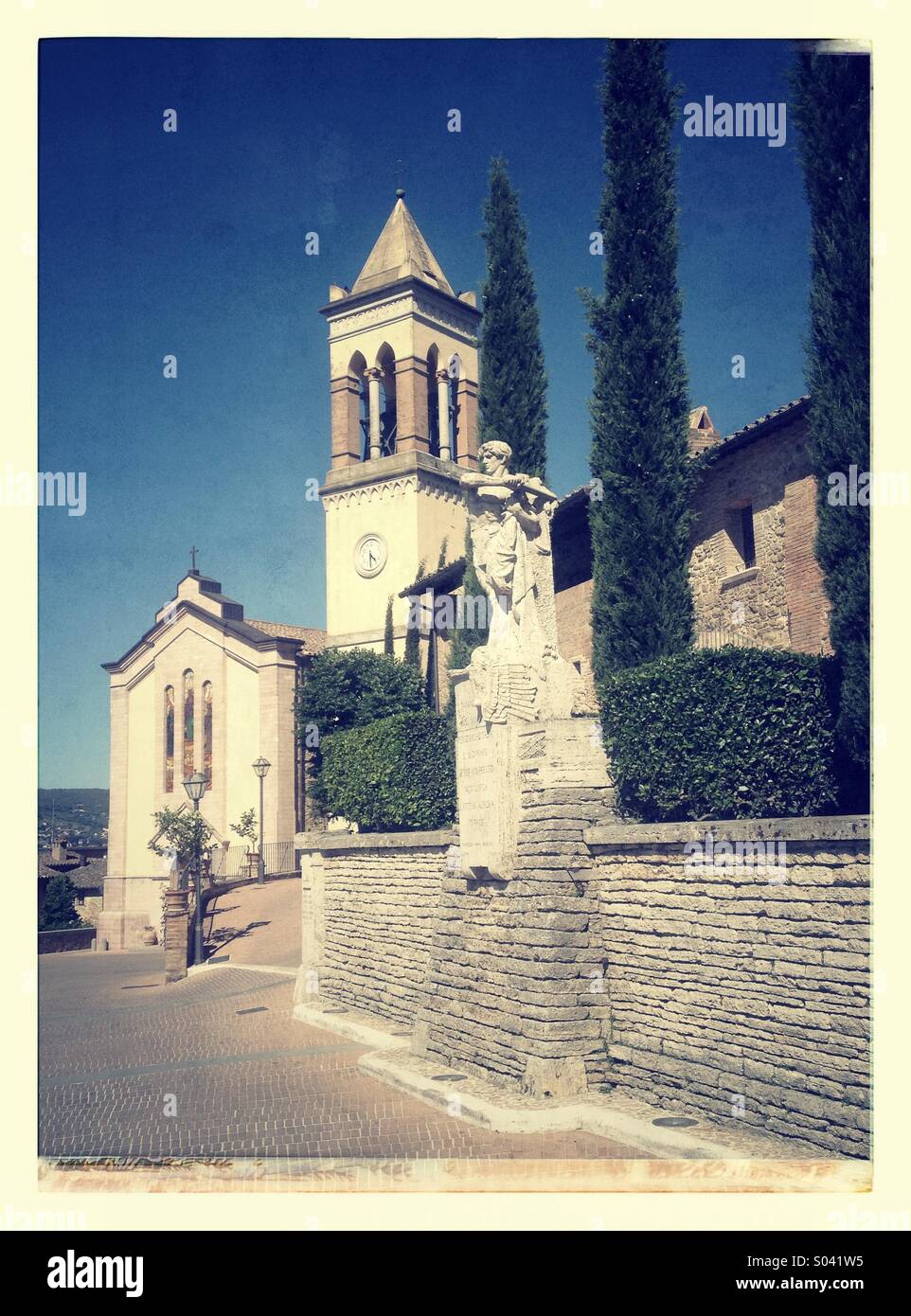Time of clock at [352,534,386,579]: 4:28
